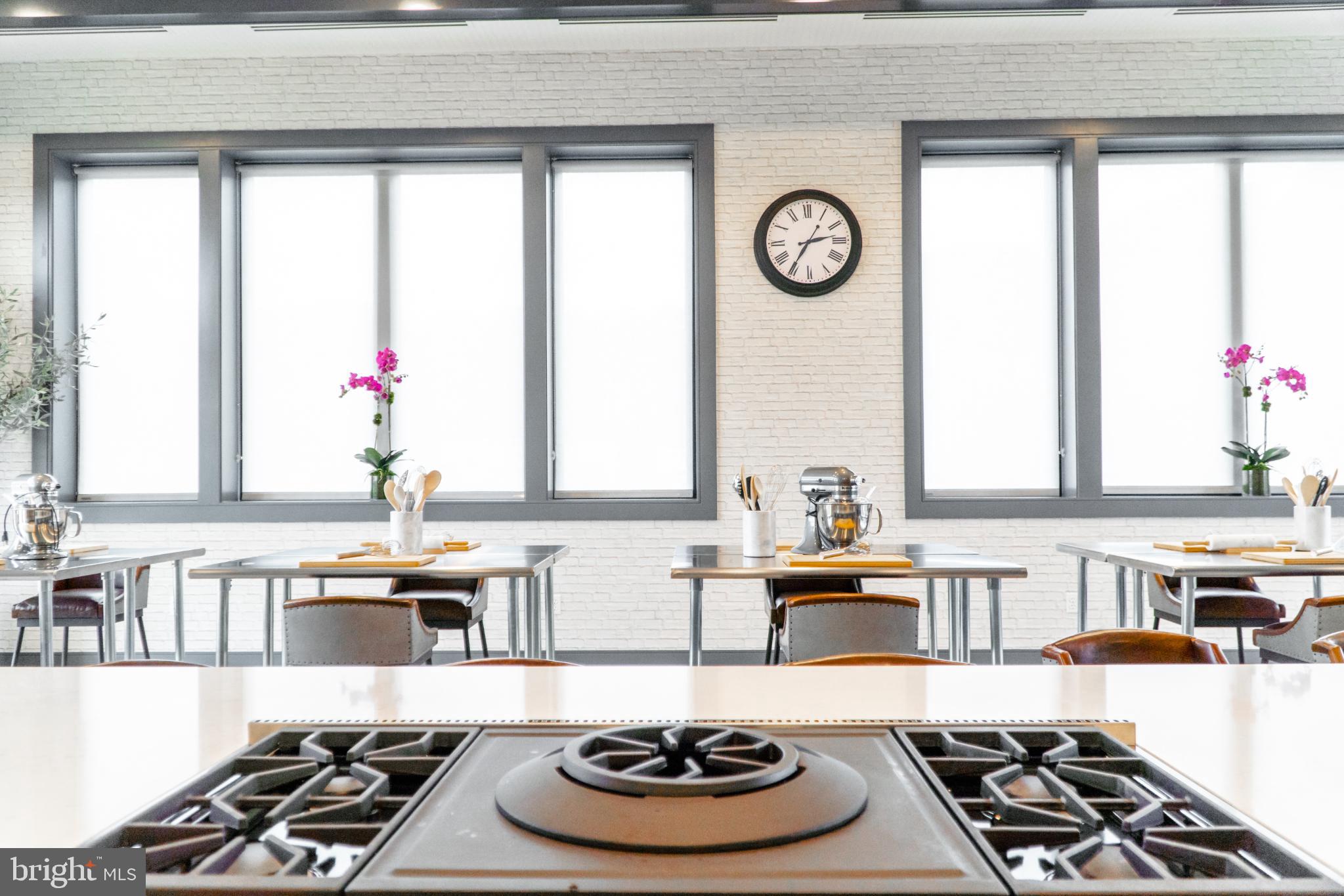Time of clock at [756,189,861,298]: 2:35
